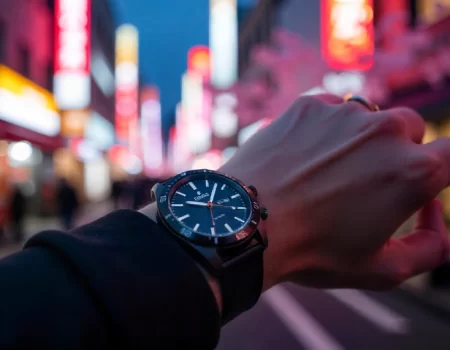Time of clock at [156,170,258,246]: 9:02
